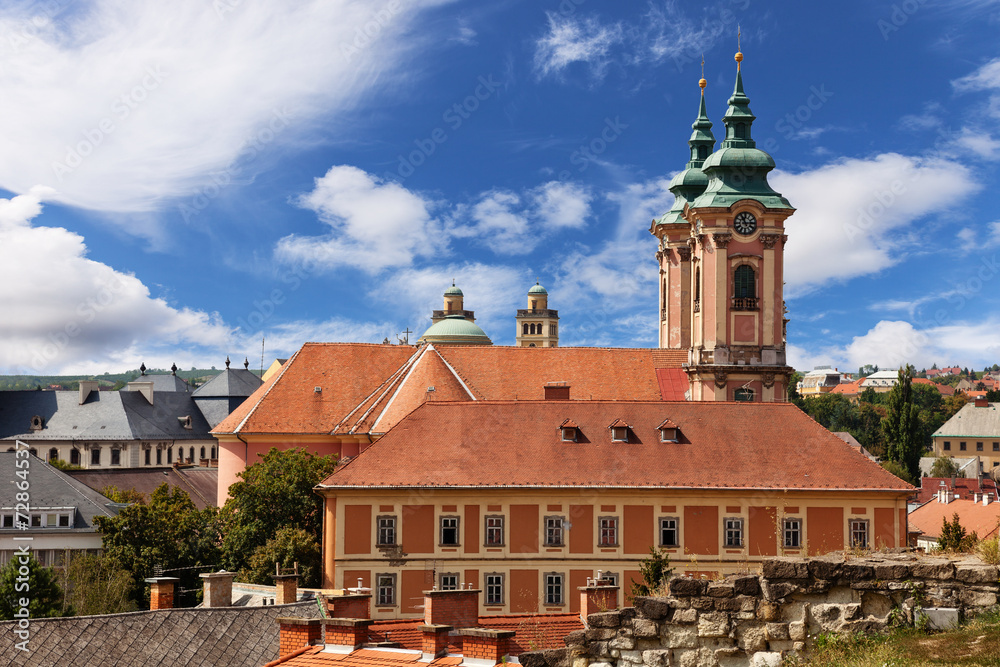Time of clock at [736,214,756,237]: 11:13
